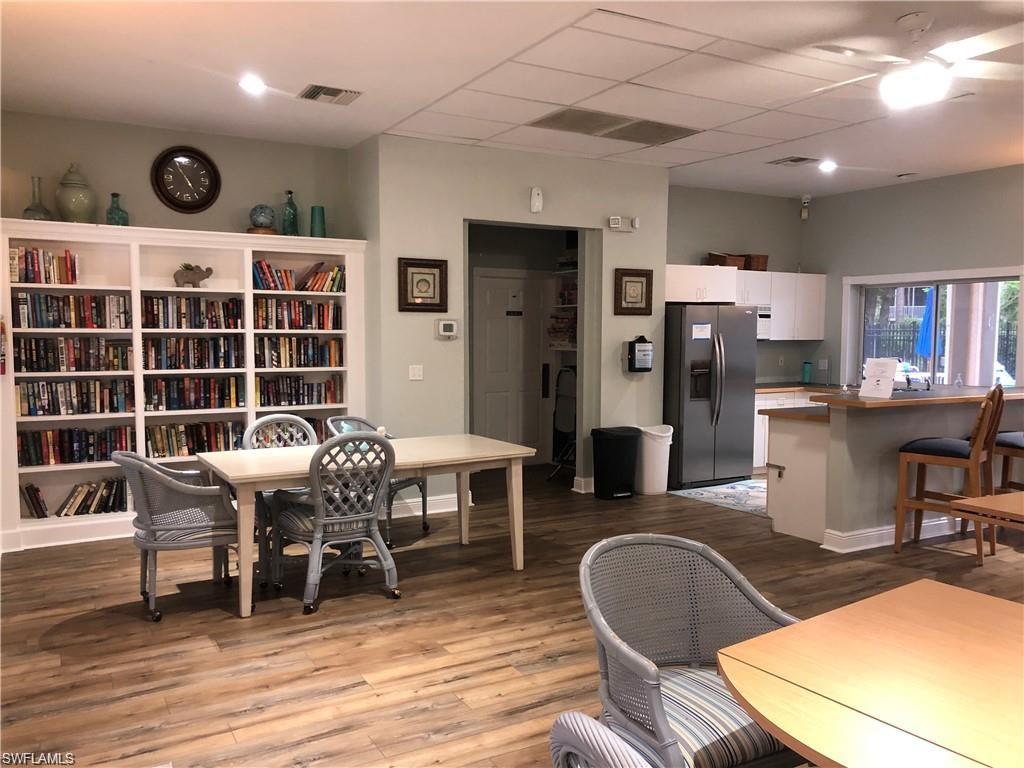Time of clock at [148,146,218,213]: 4:54
